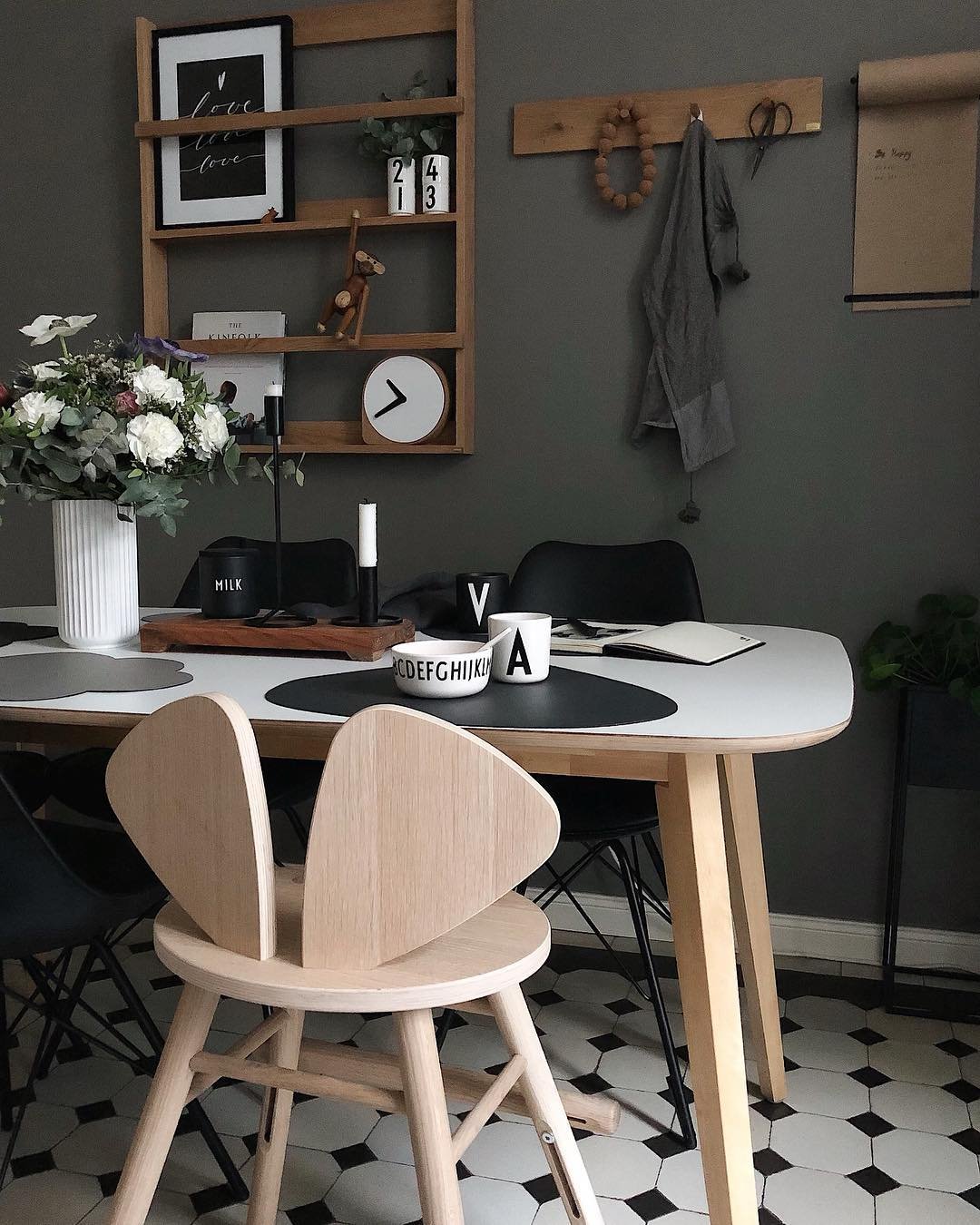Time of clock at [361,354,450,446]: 10:39
